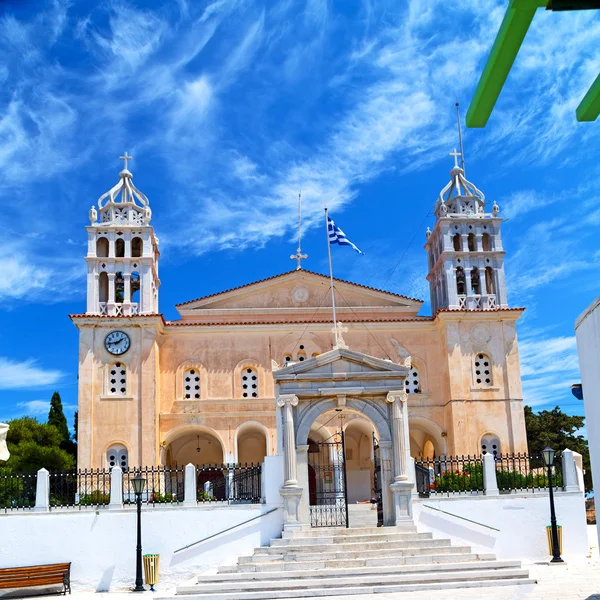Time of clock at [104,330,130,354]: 1:43
